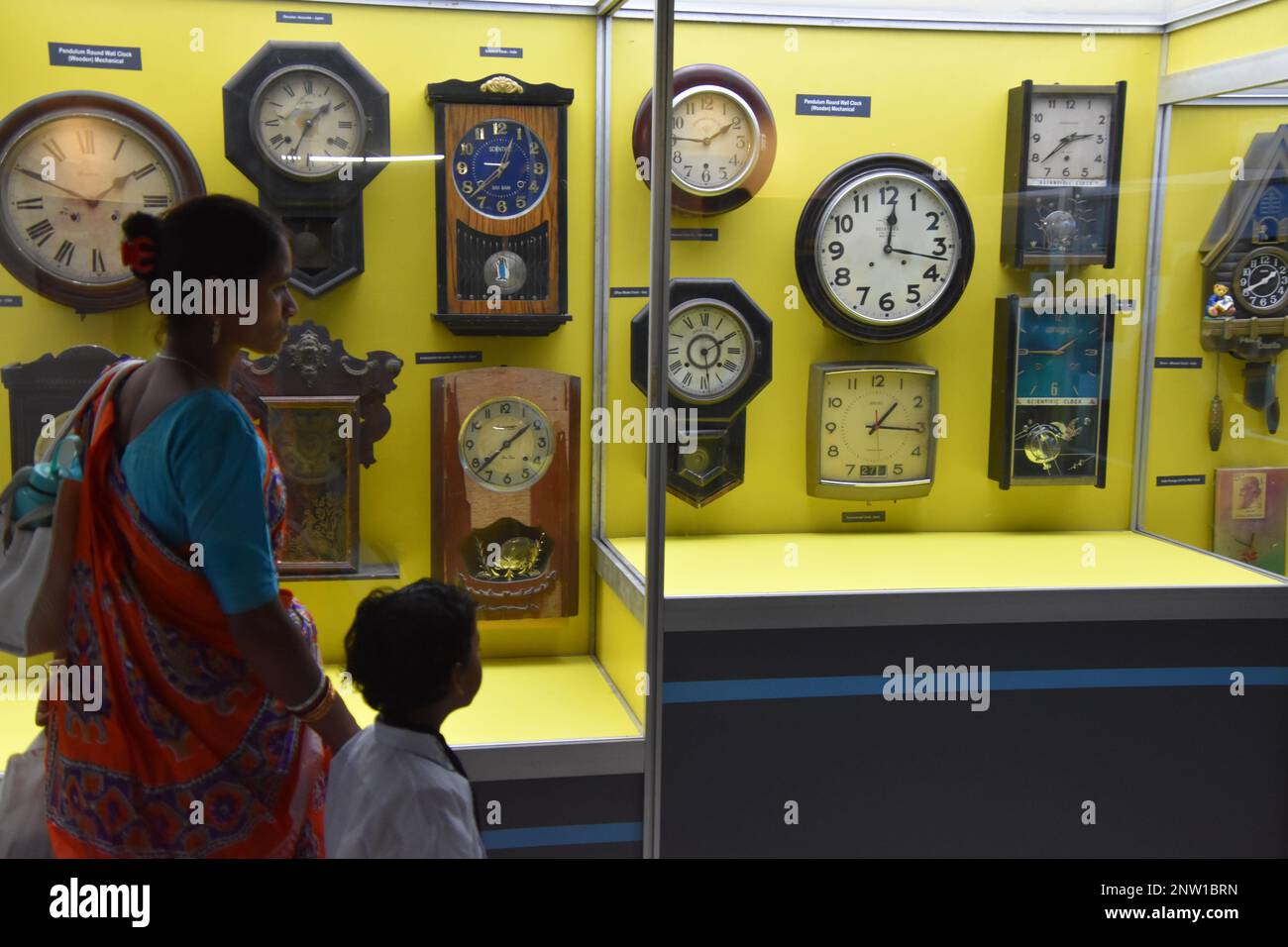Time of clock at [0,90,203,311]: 1:49
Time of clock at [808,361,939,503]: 1:15
